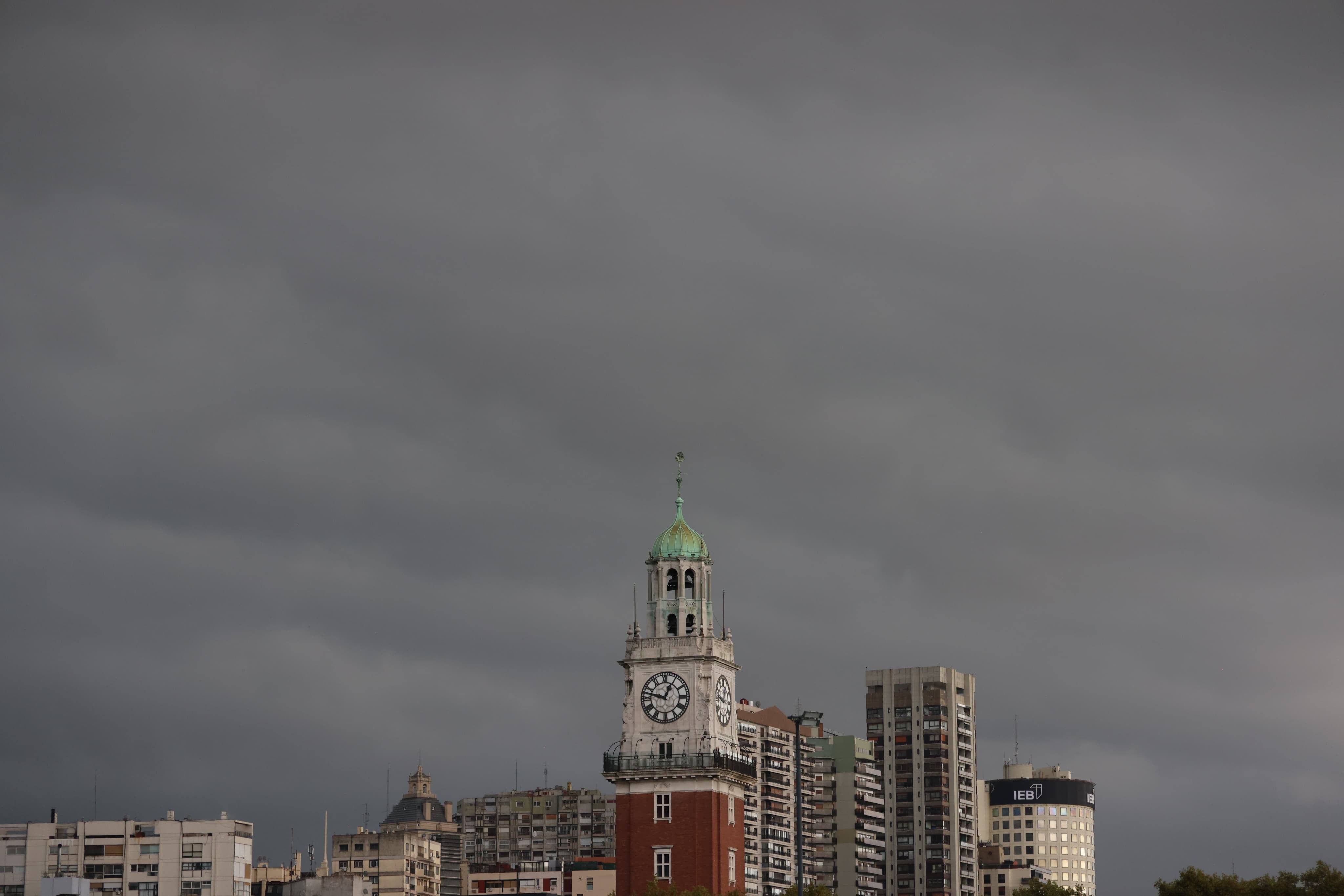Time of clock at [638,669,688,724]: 12:47
